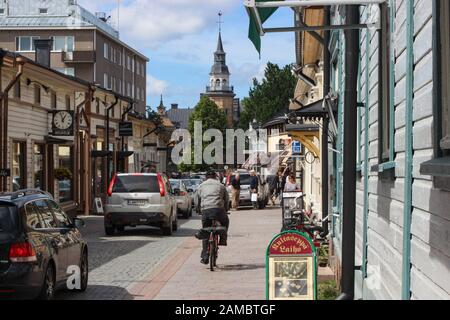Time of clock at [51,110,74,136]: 12:57
